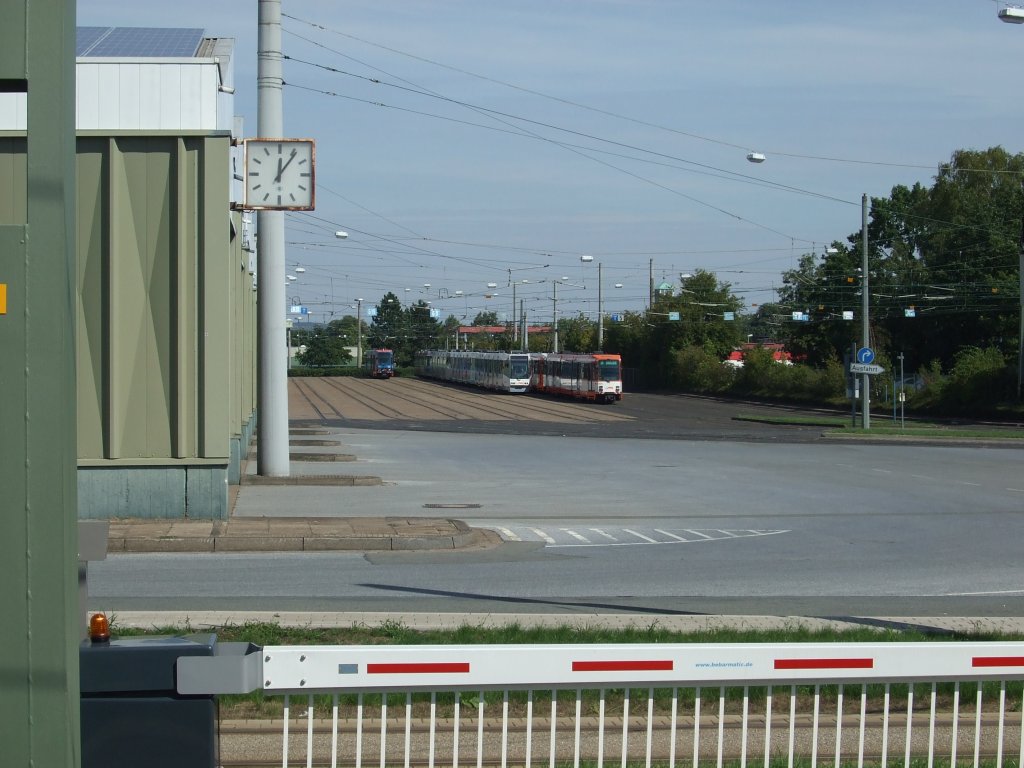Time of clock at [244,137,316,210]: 12:06
